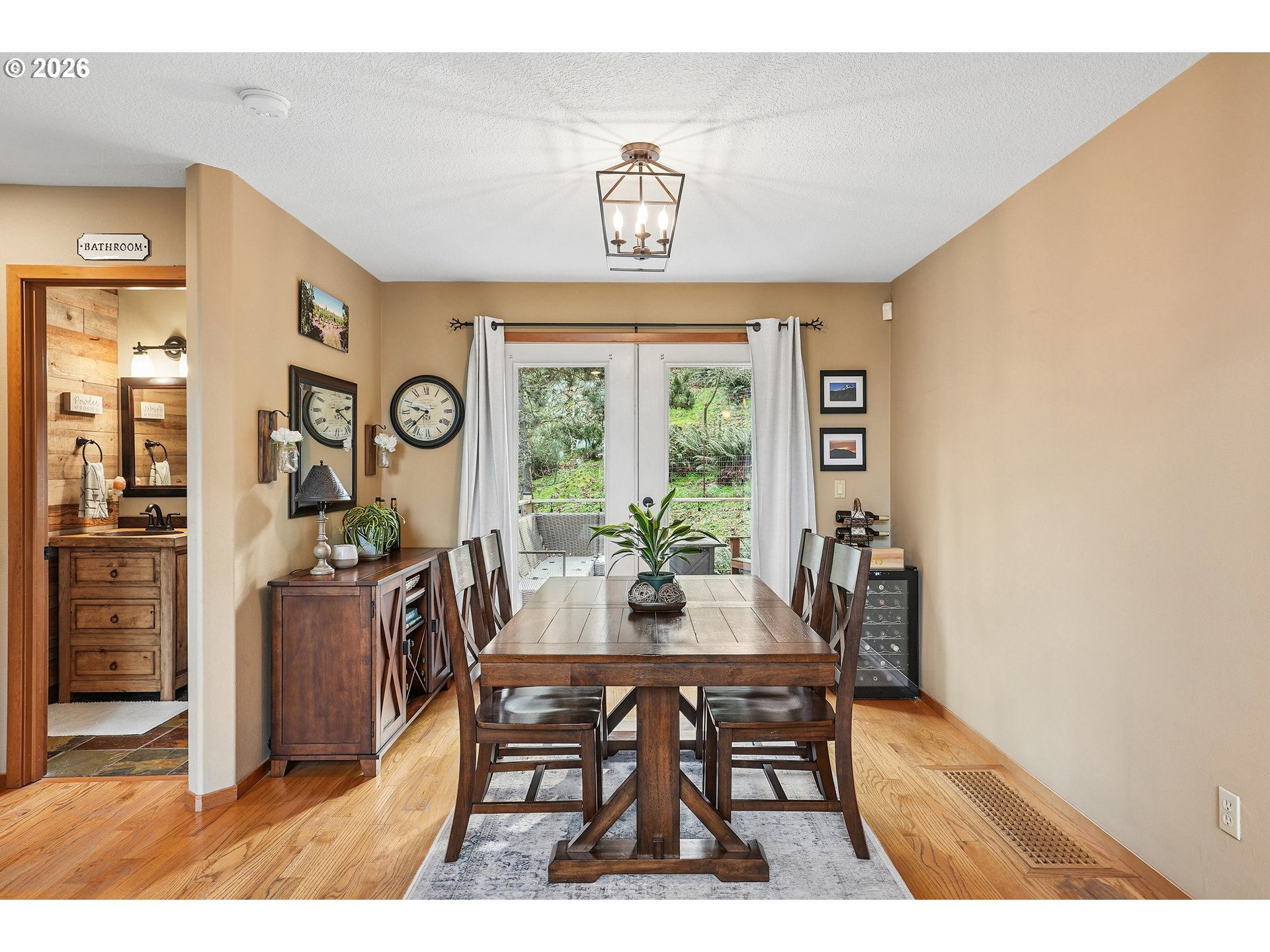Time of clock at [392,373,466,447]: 9:37
